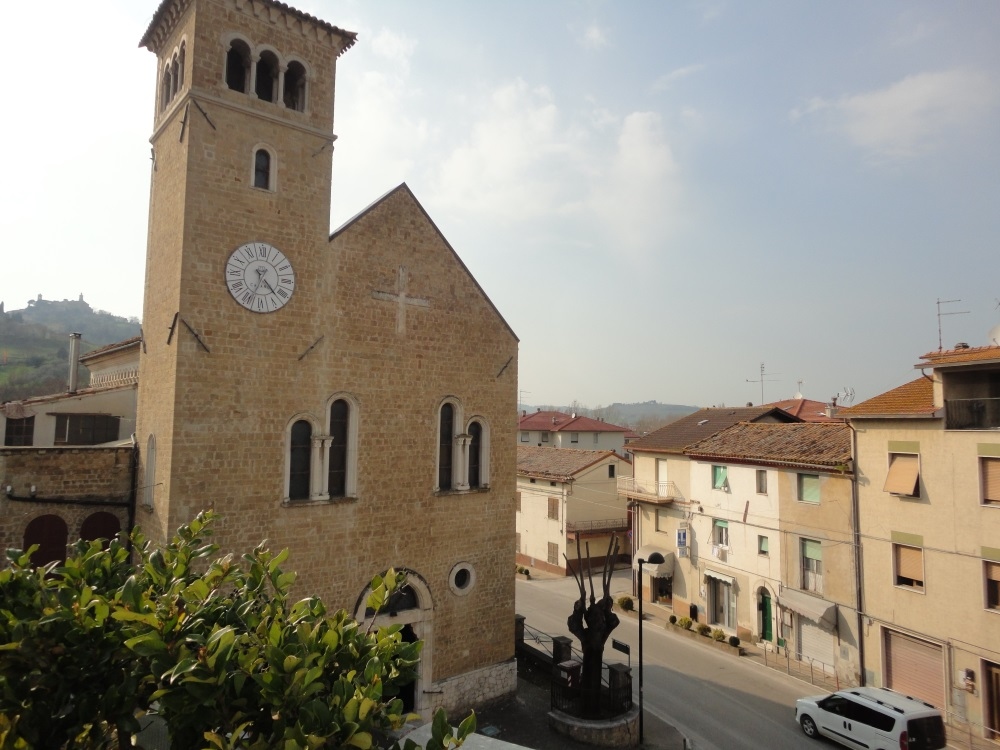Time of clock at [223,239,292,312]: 4:33
